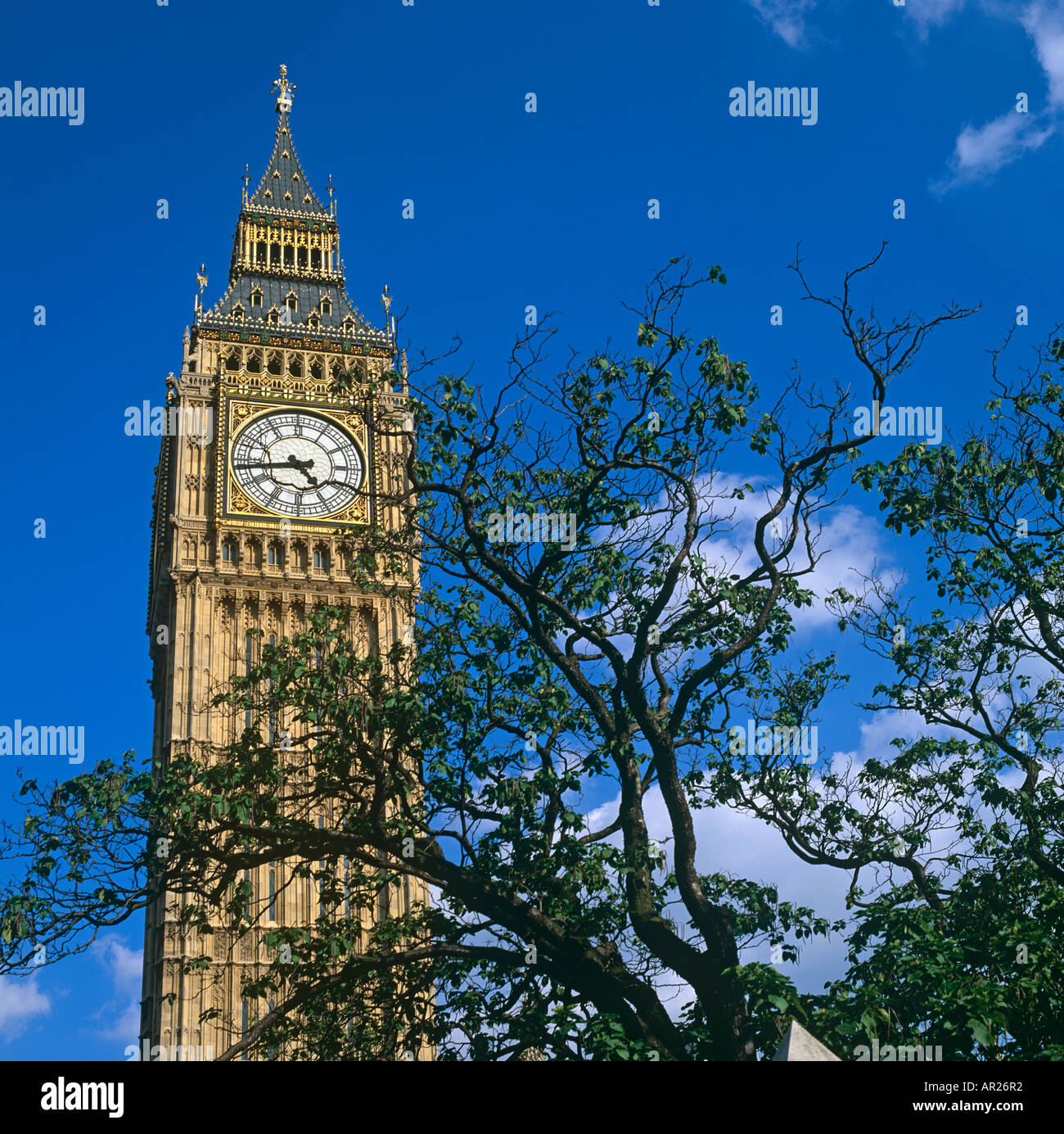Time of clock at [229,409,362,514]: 4:43
